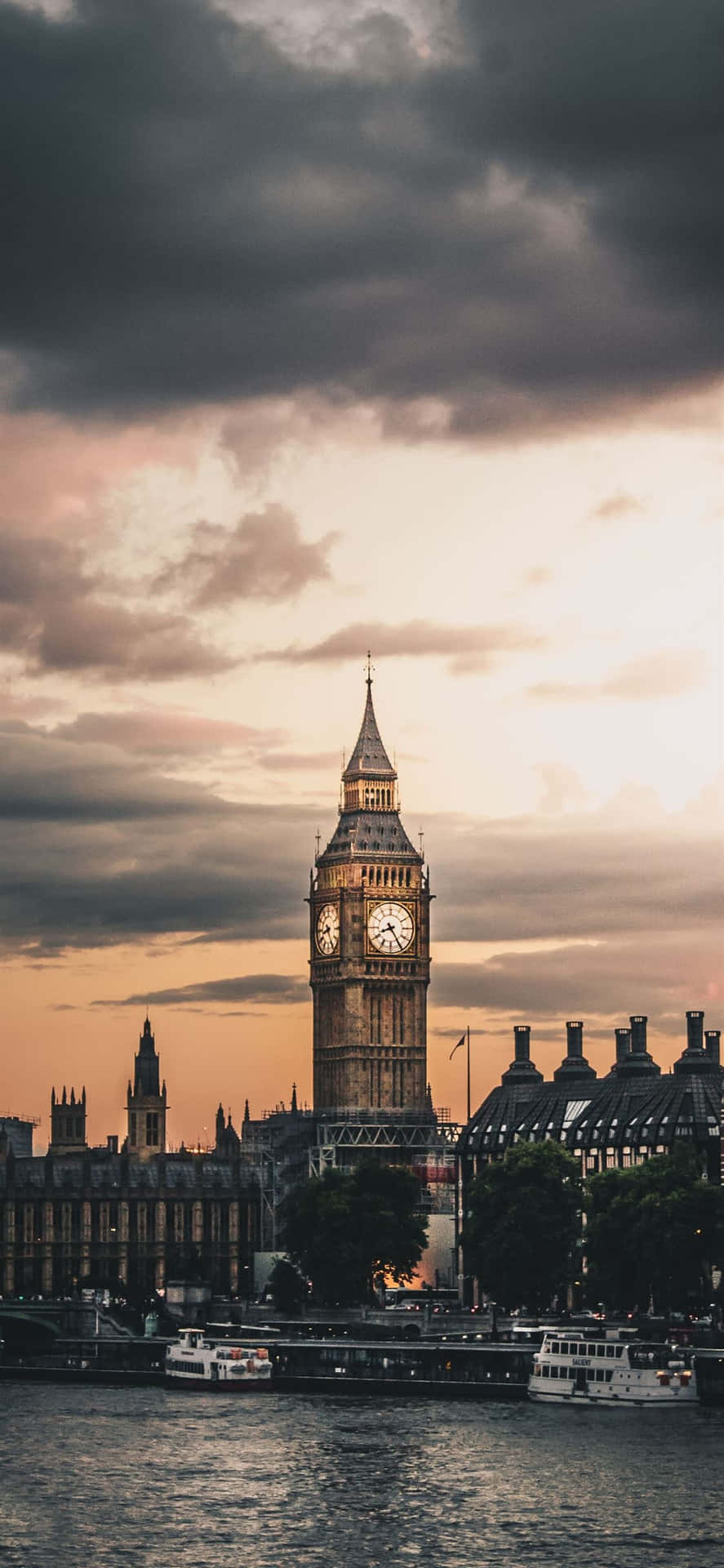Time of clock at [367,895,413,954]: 8:24
